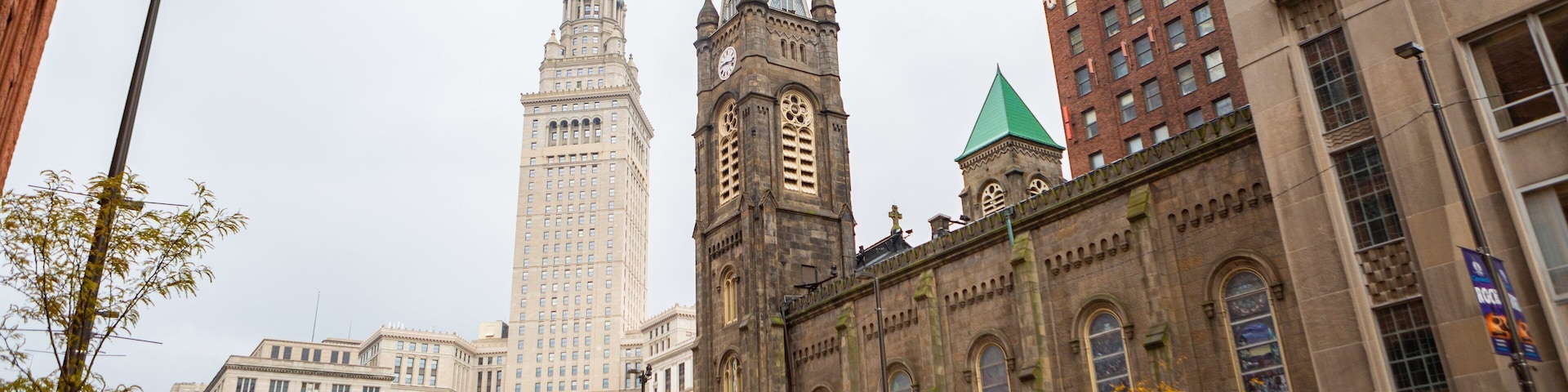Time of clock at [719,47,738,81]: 9:17
